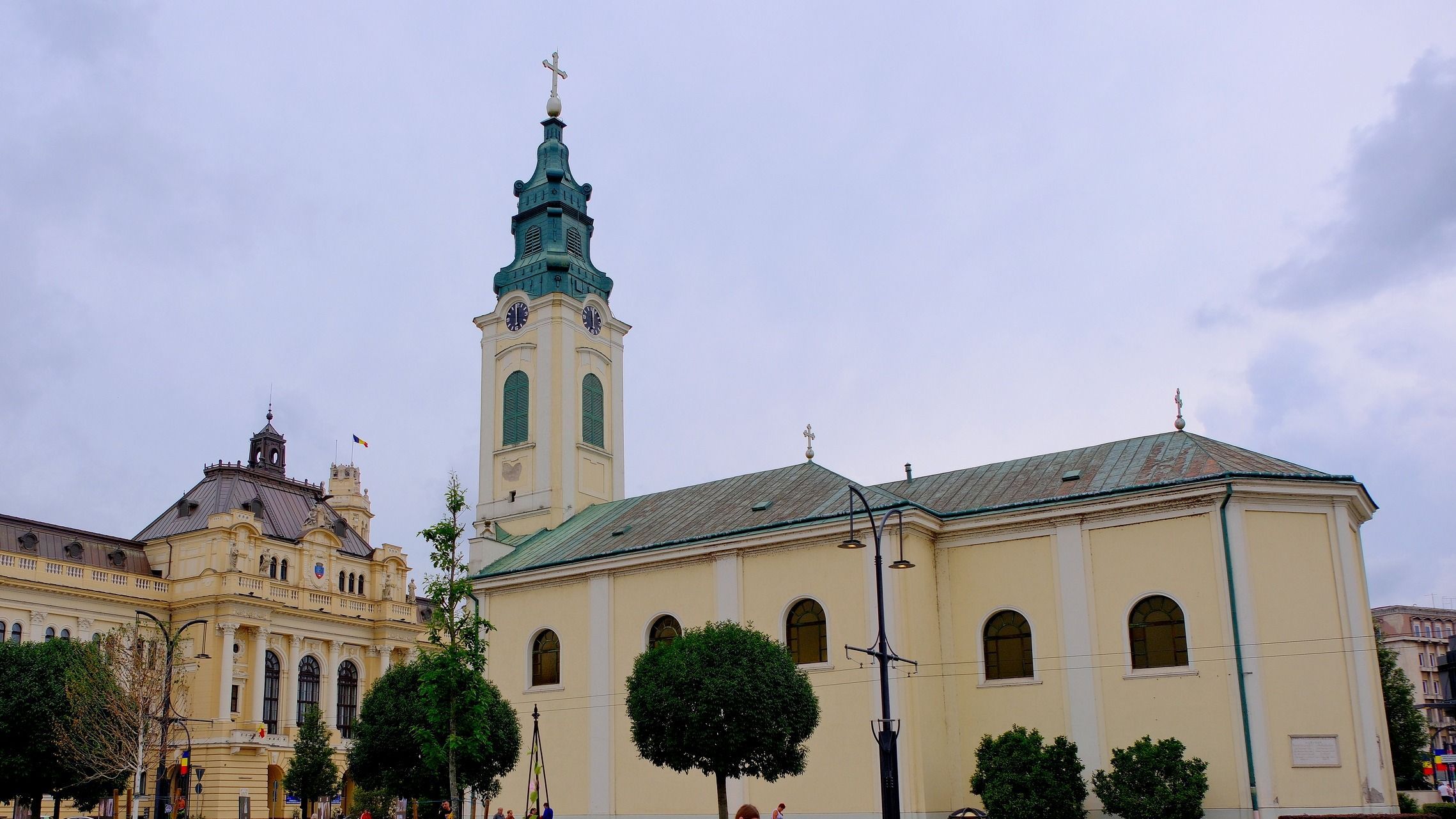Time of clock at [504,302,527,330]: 11:59
